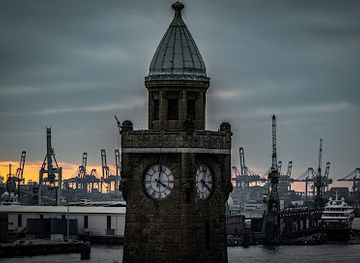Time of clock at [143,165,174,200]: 4:02
